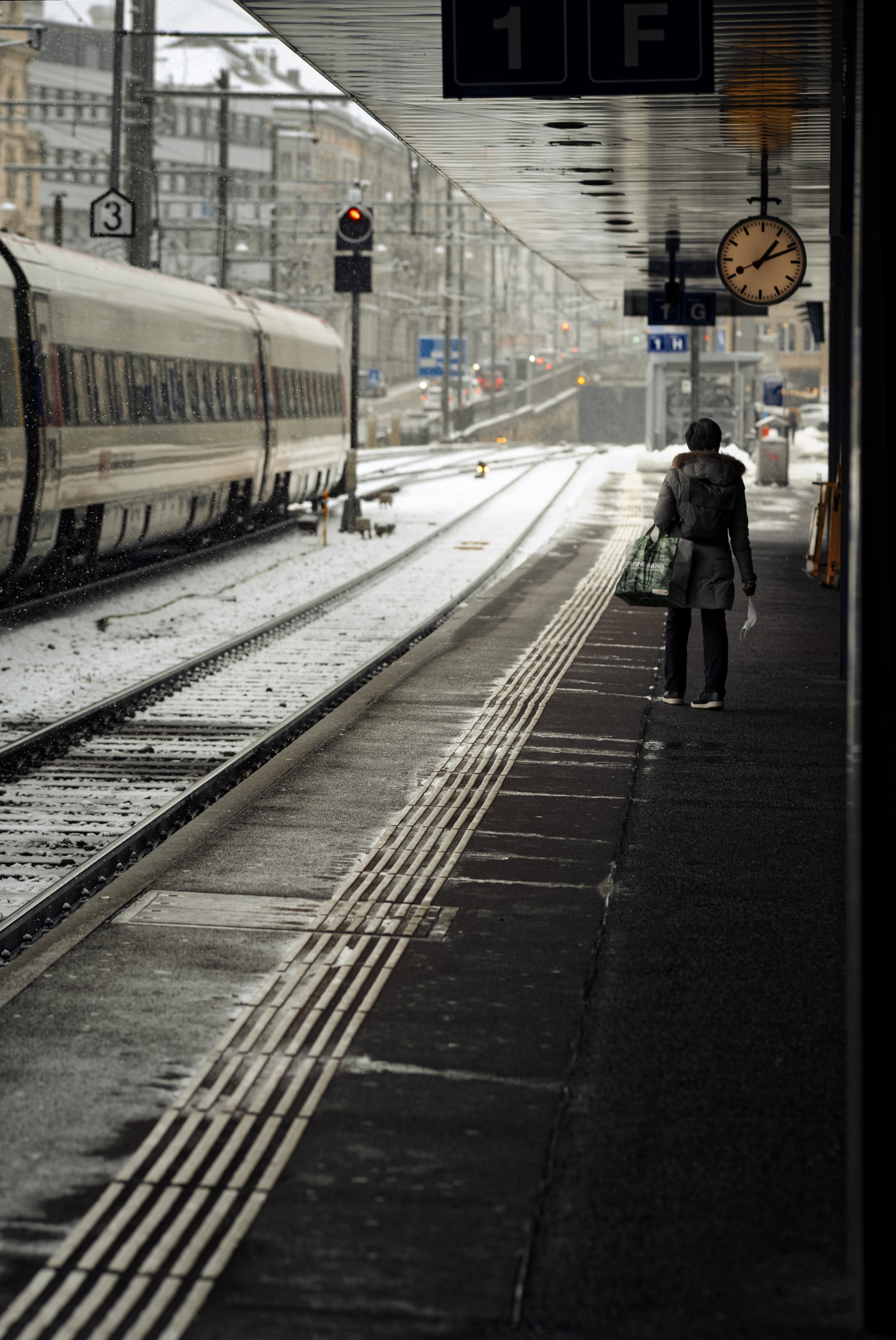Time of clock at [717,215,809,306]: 1:11
